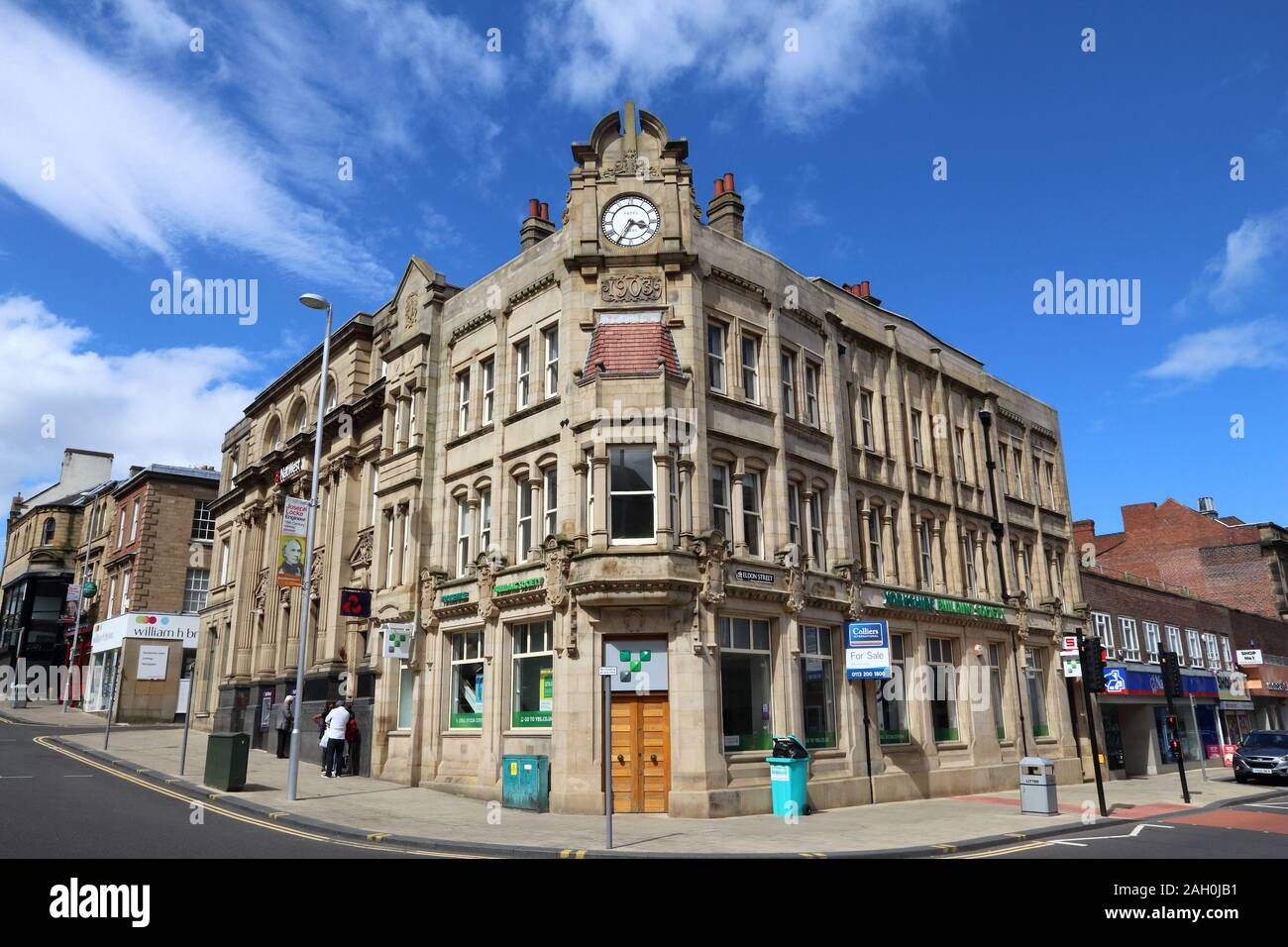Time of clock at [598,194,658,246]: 3:34
